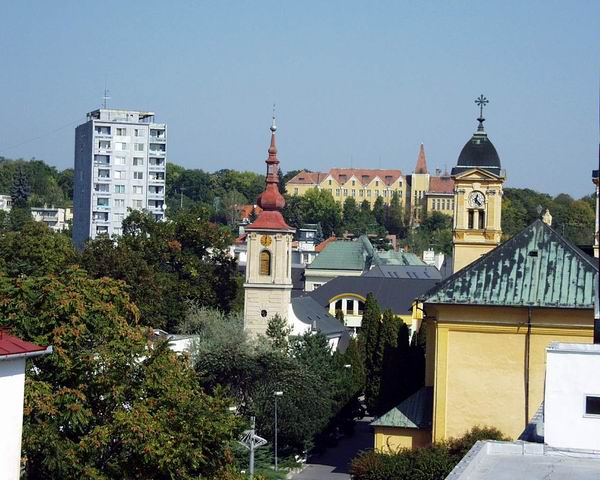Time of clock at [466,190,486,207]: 12:23
